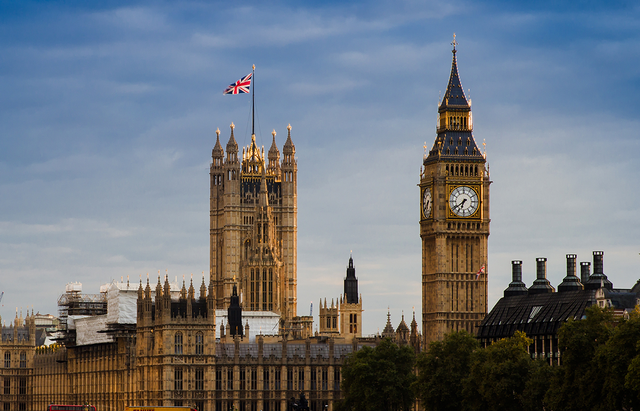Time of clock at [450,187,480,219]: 6:38
